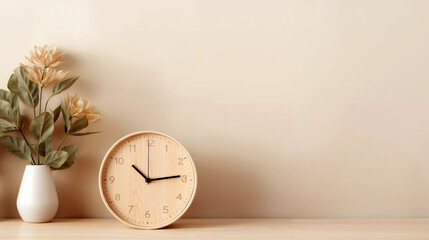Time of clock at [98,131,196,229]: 10:13
